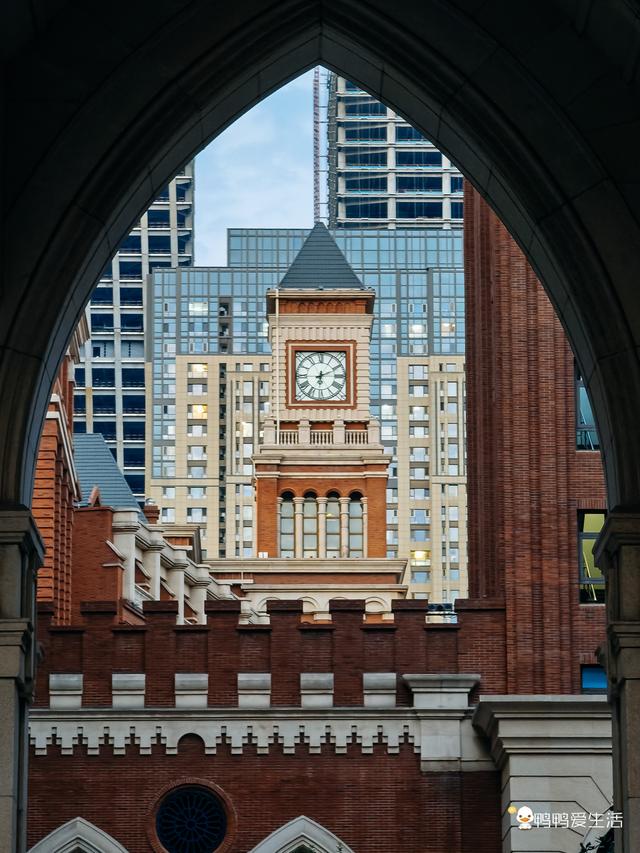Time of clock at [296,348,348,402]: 6:10
